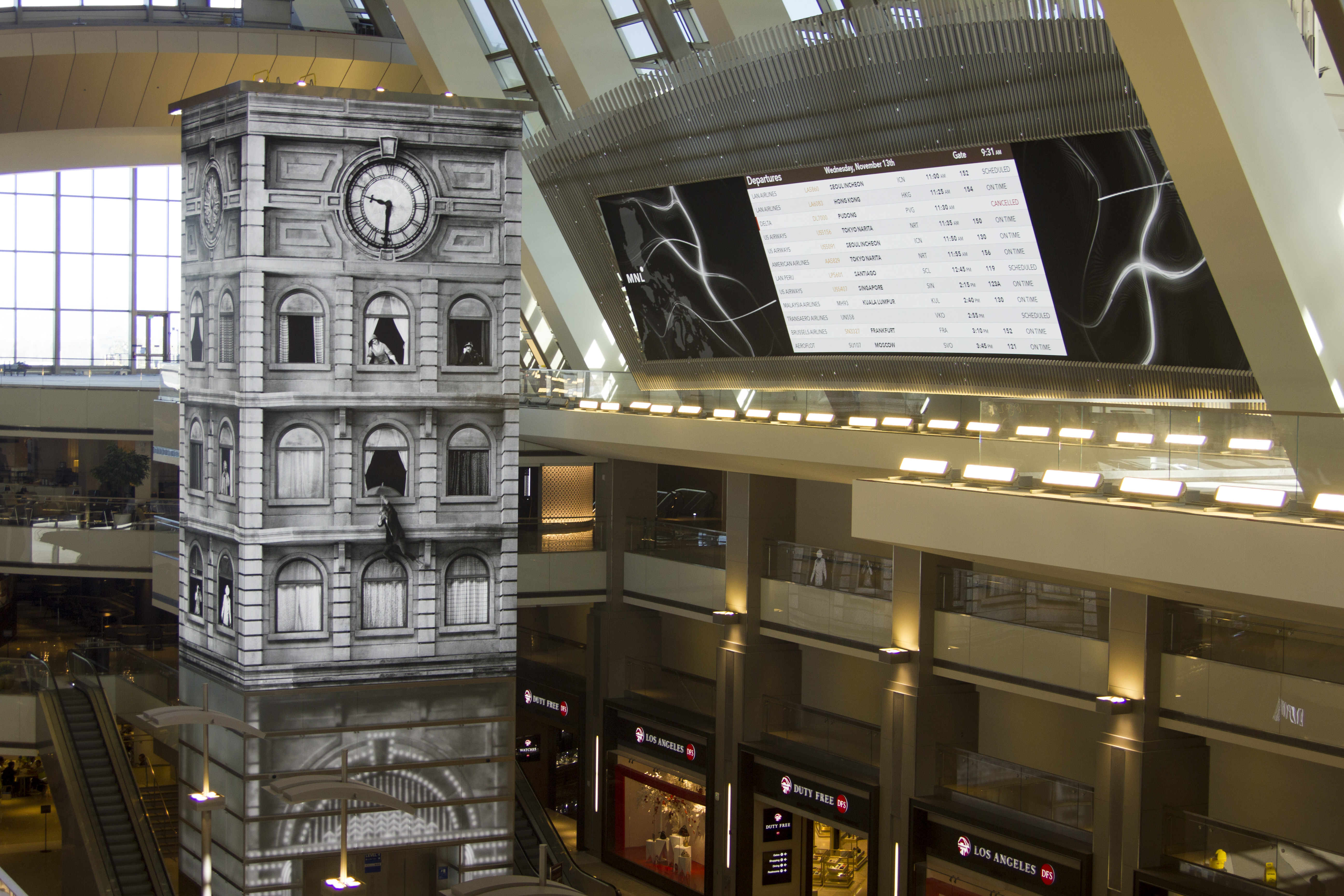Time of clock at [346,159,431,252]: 9:31
